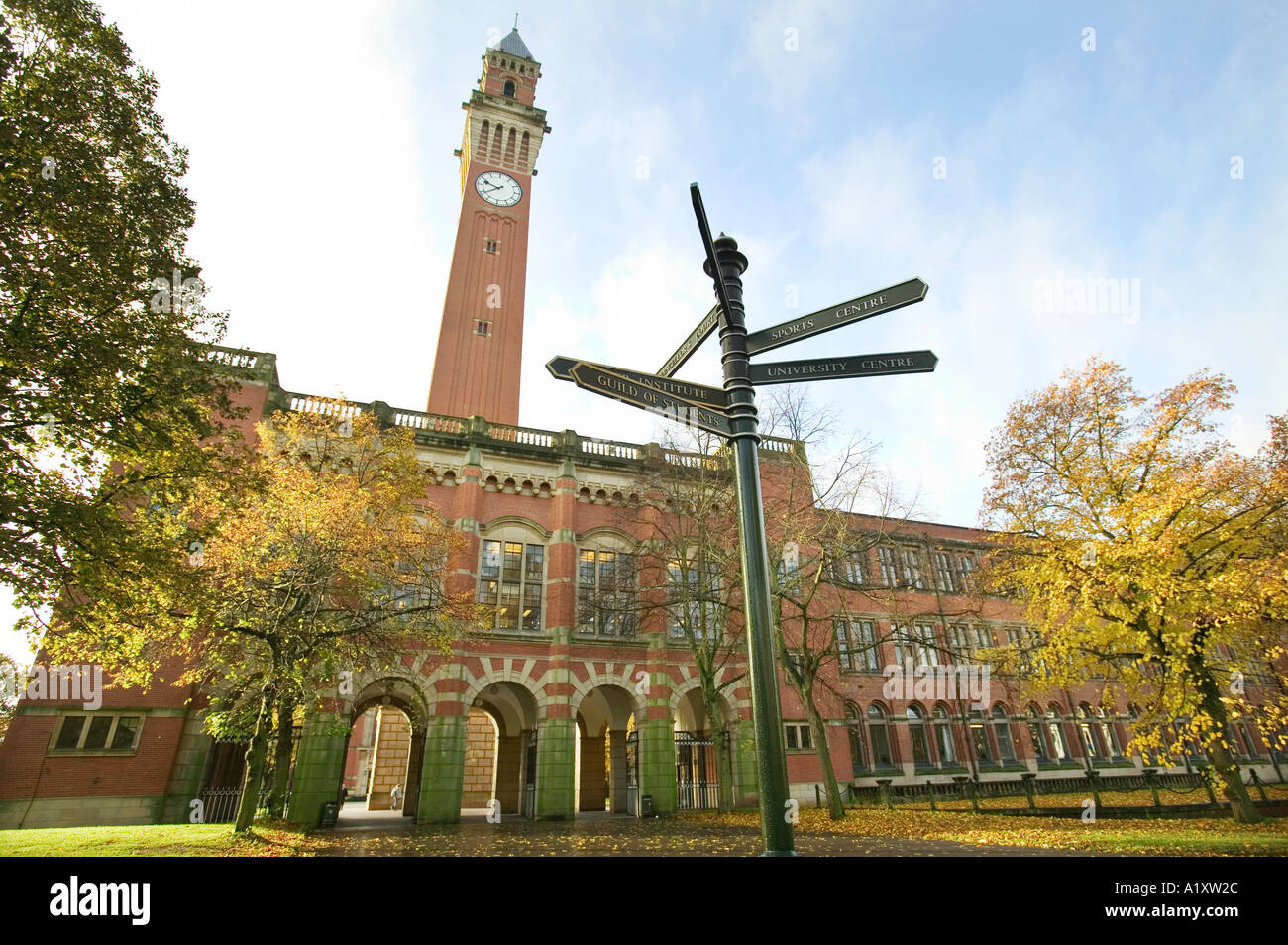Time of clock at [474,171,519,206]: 9:39
